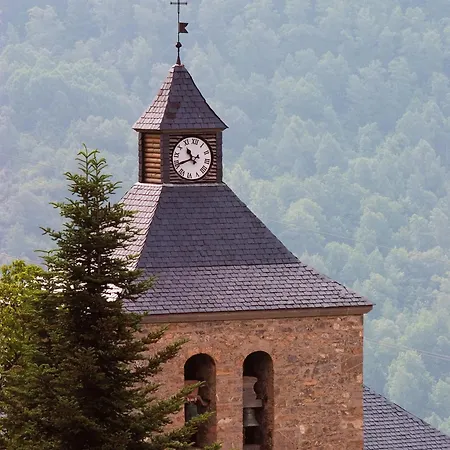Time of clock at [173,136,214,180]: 10:40
